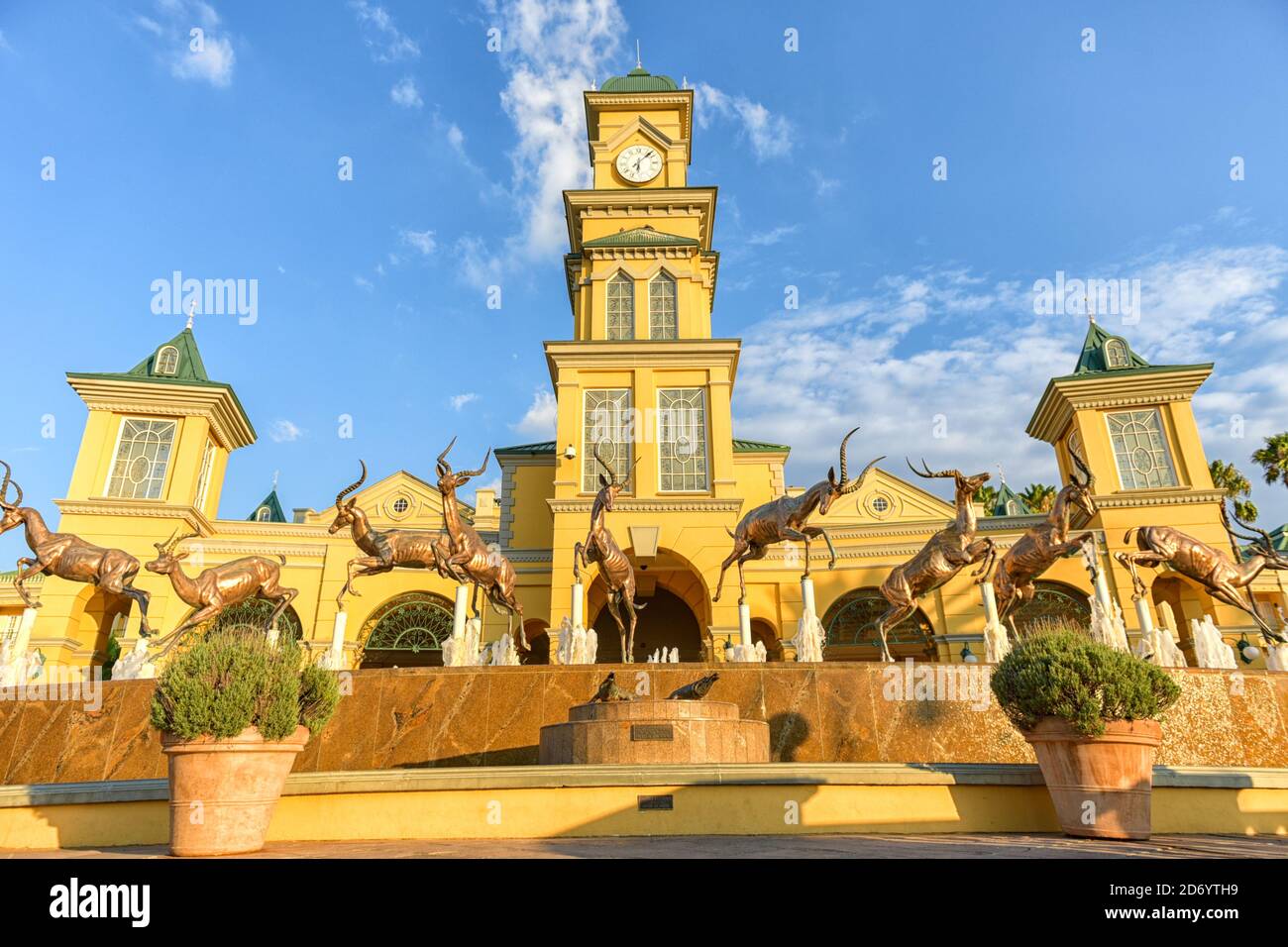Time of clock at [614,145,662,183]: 6:07
